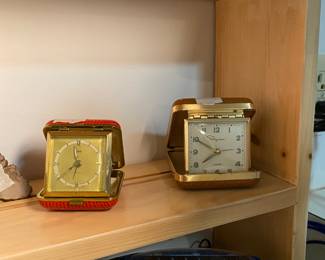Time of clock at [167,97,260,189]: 7:50
